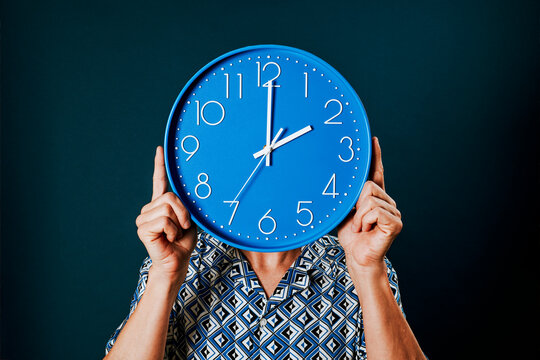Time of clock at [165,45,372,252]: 2:00
